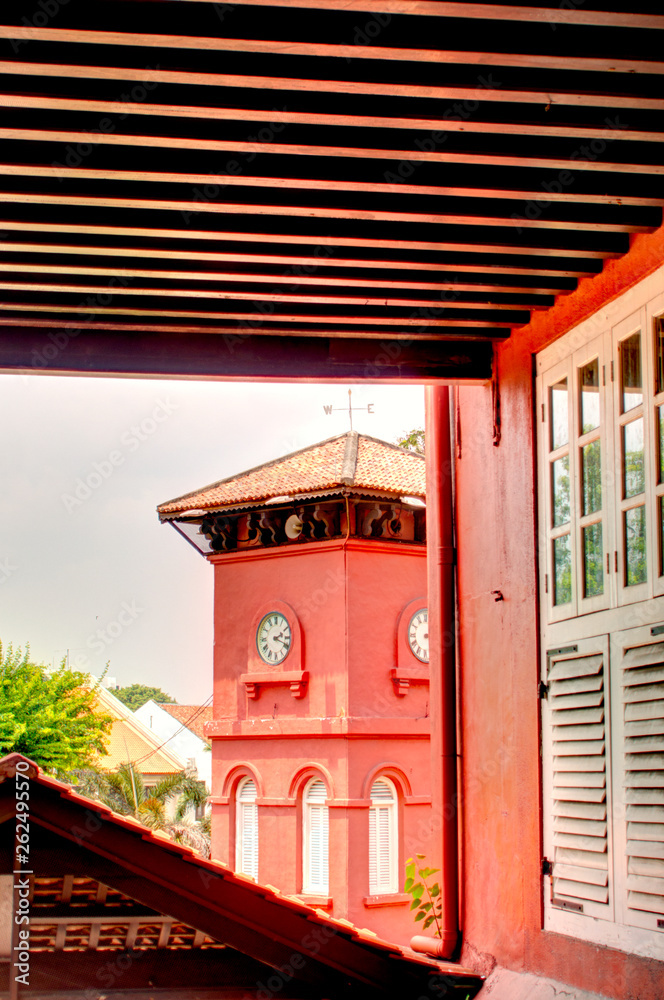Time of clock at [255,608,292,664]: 2:18
